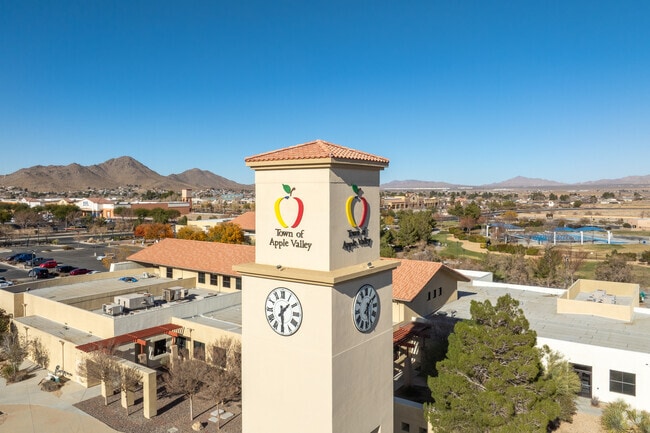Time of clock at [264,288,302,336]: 1:29
